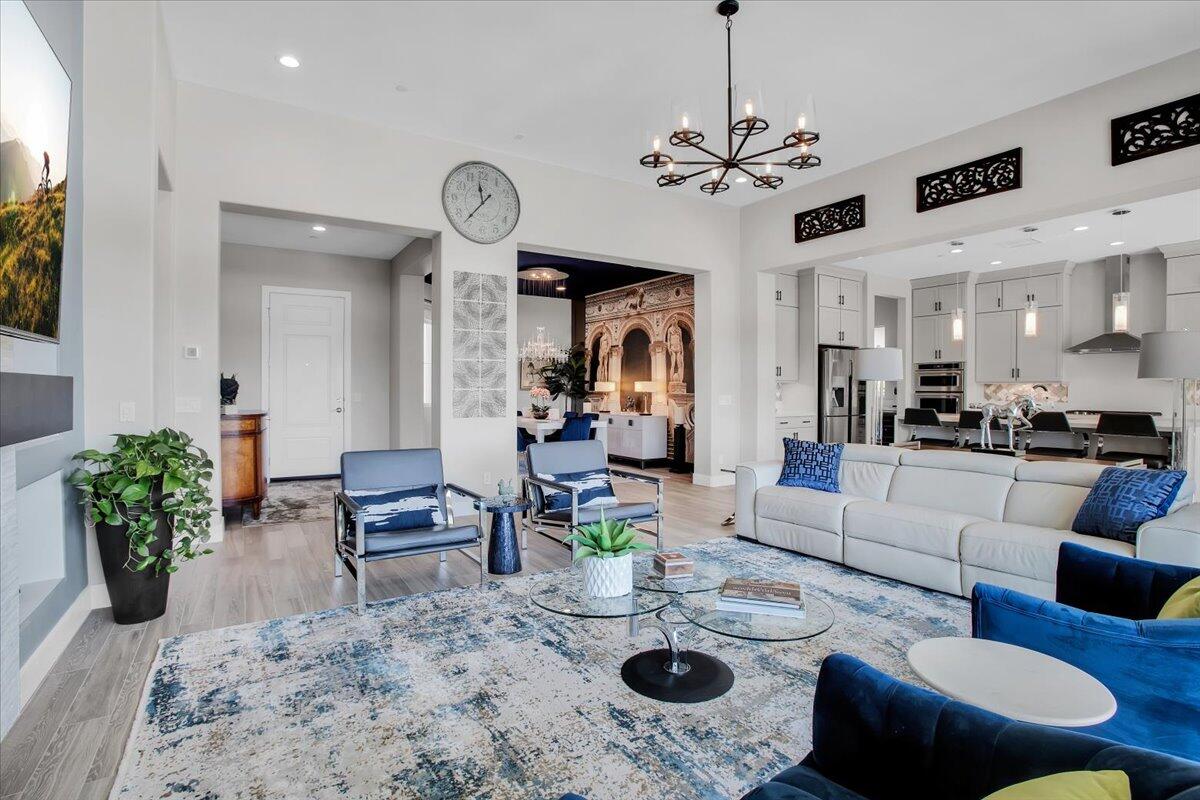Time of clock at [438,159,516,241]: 11:37
